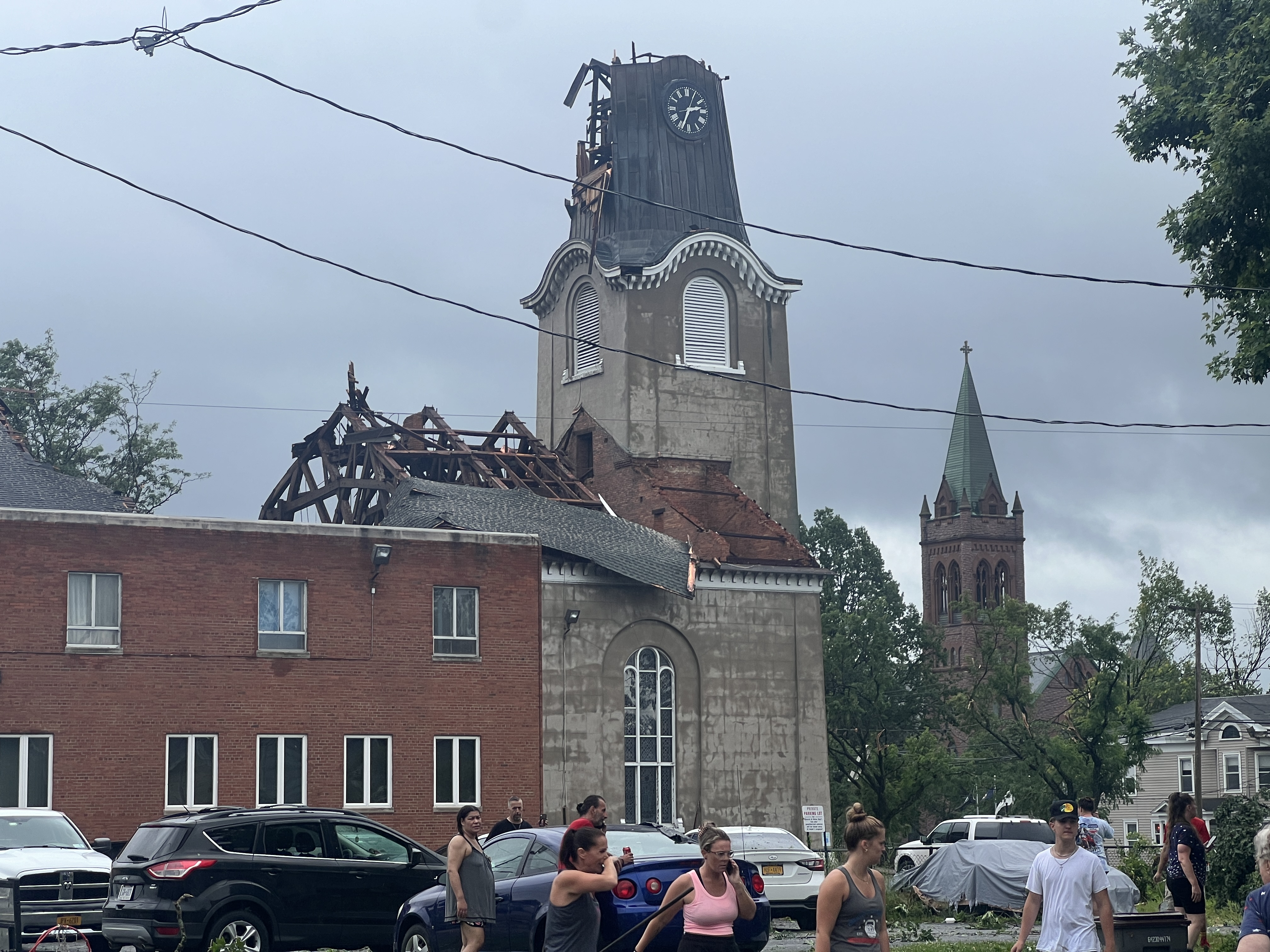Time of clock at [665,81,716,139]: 2:34
